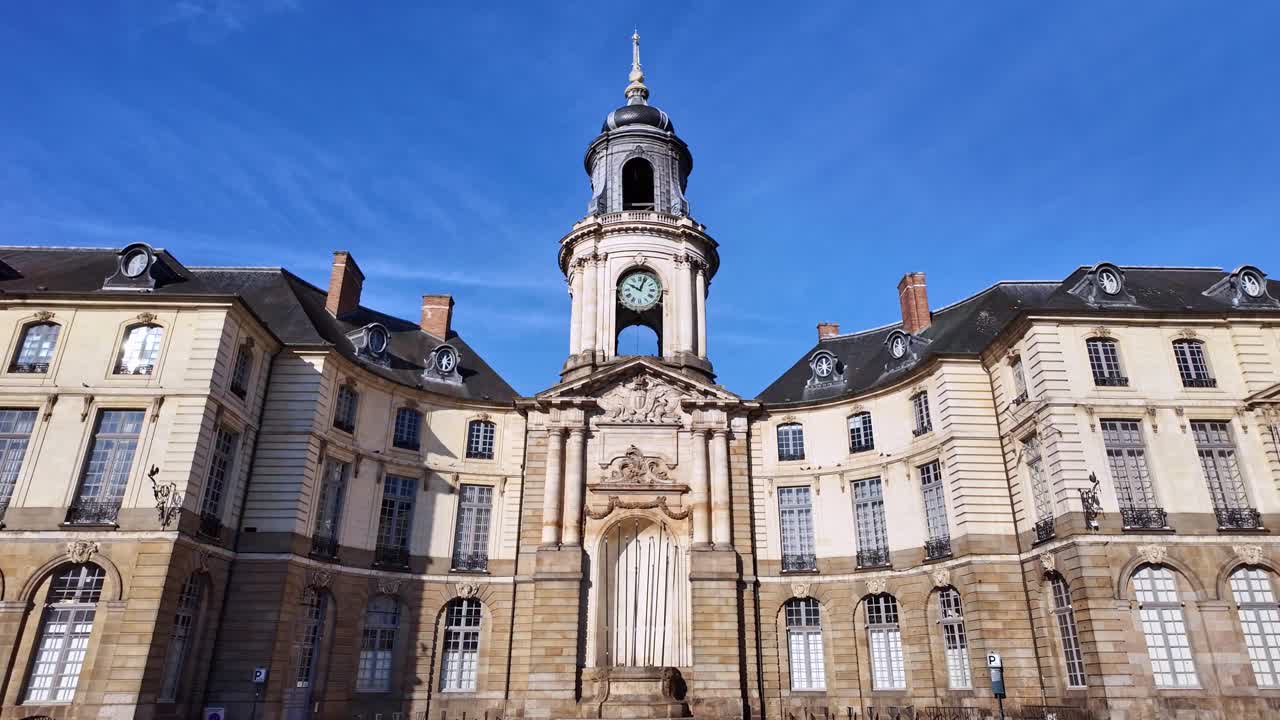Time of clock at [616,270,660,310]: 10:03
